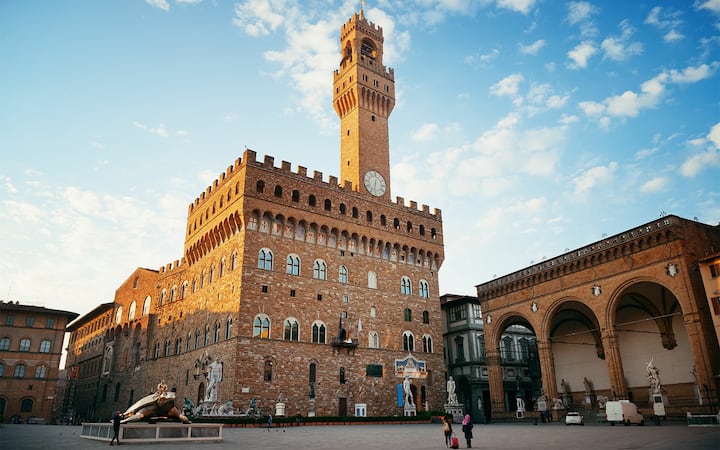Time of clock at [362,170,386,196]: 6:32
